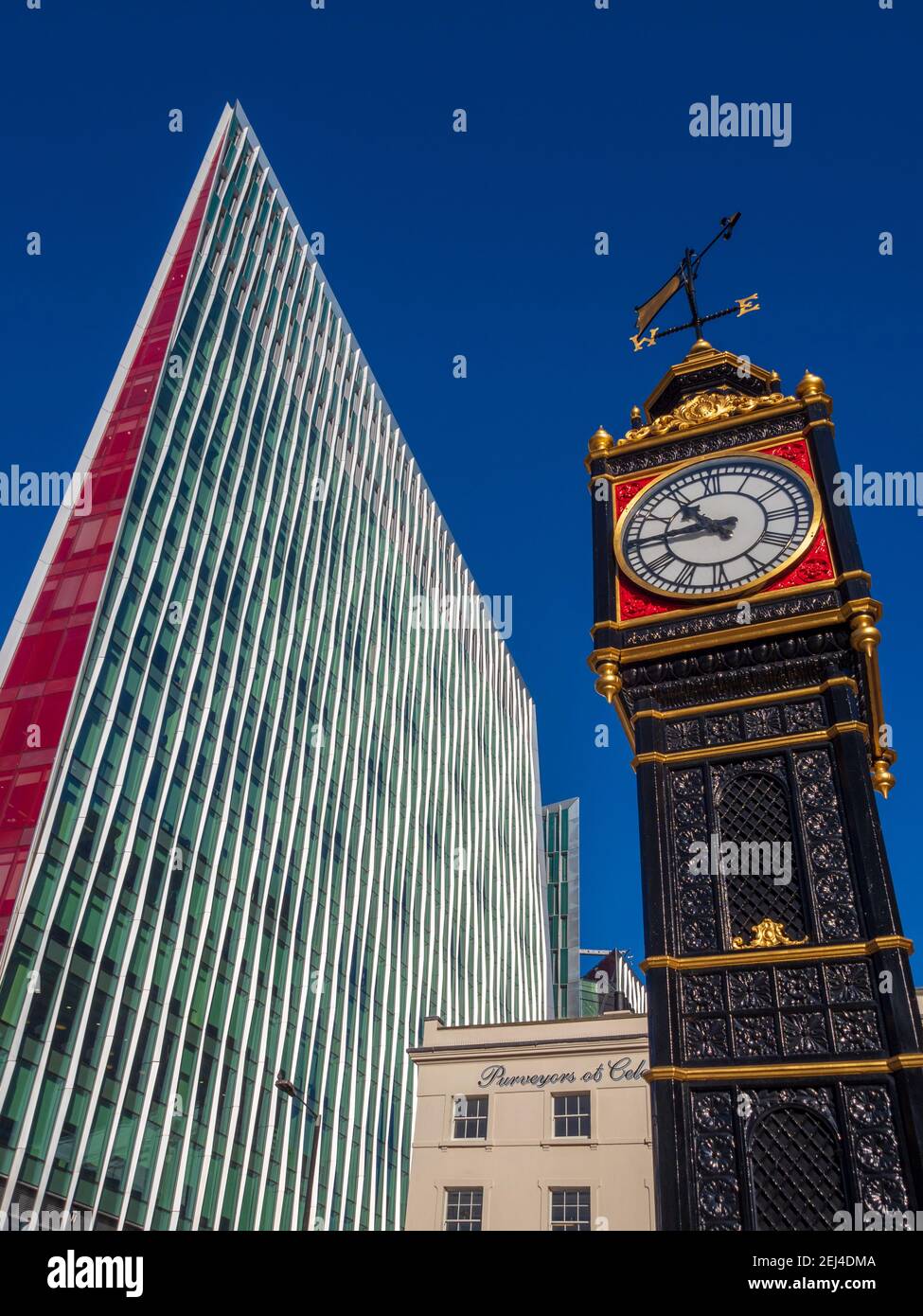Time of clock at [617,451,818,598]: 10:45
